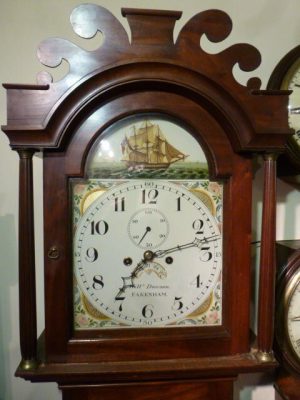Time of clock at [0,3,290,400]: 7:12
